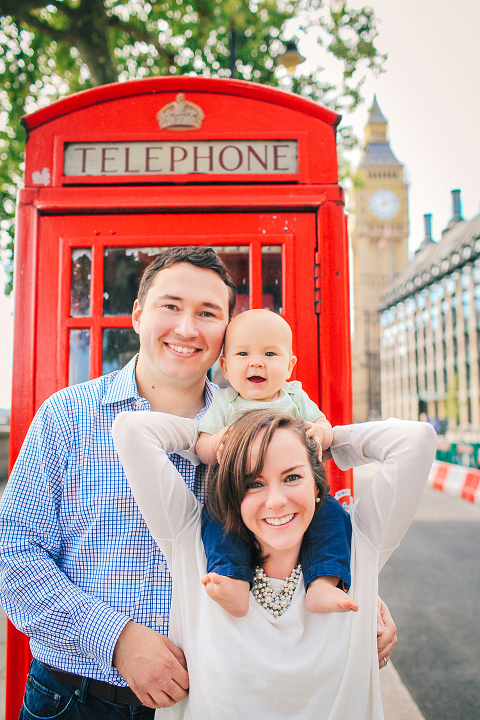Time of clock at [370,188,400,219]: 7:12
